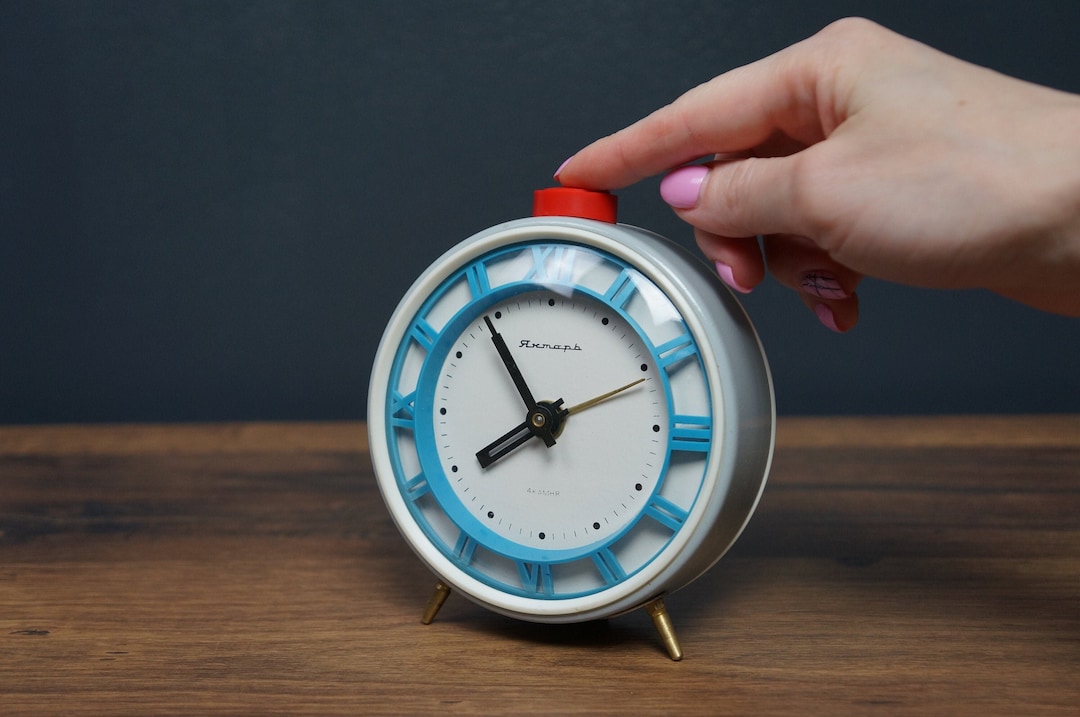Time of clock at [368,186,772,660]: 7:54
